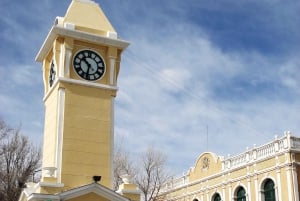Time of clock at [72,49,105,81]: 10:32
